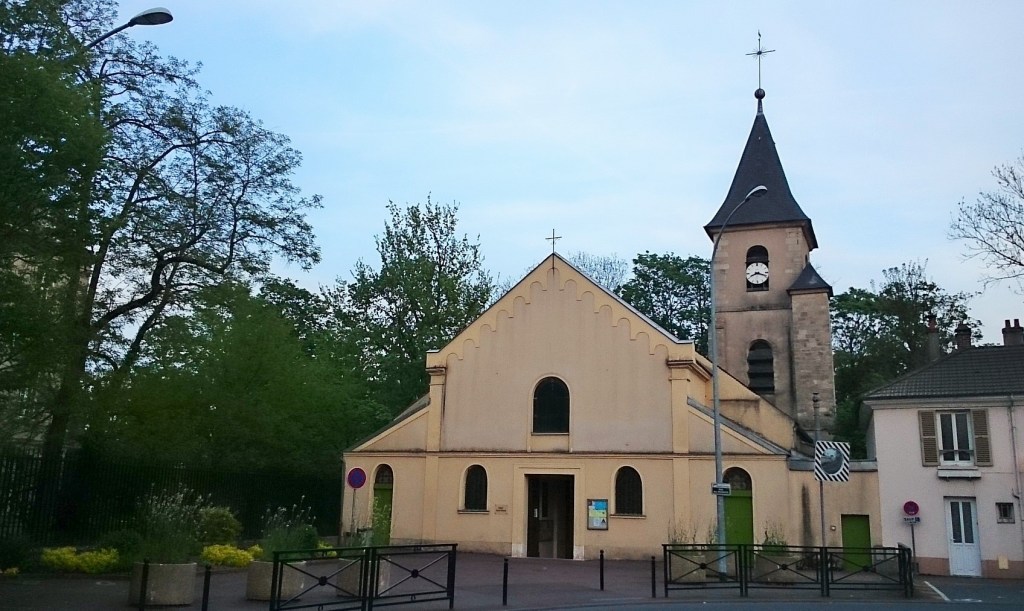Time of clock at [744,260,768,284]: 8:18
